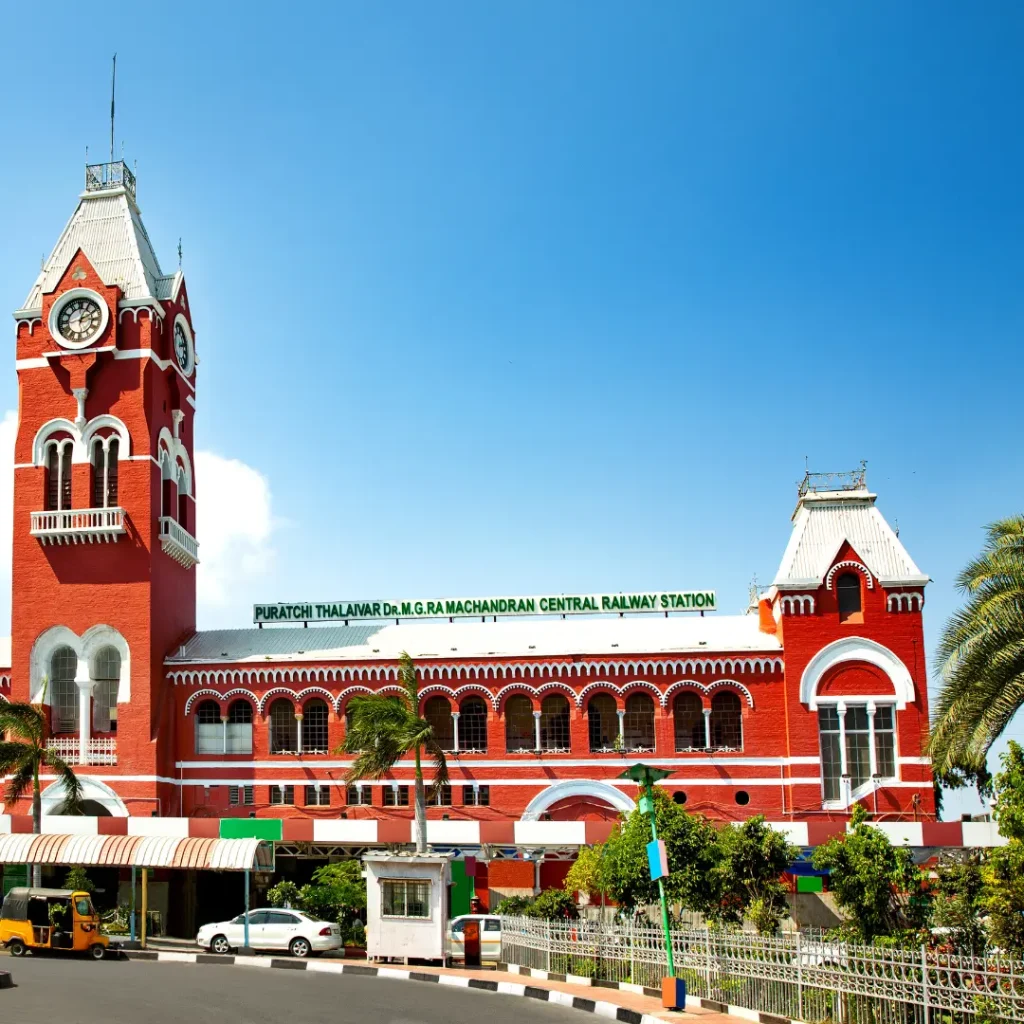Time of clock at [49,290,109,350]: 2:04
